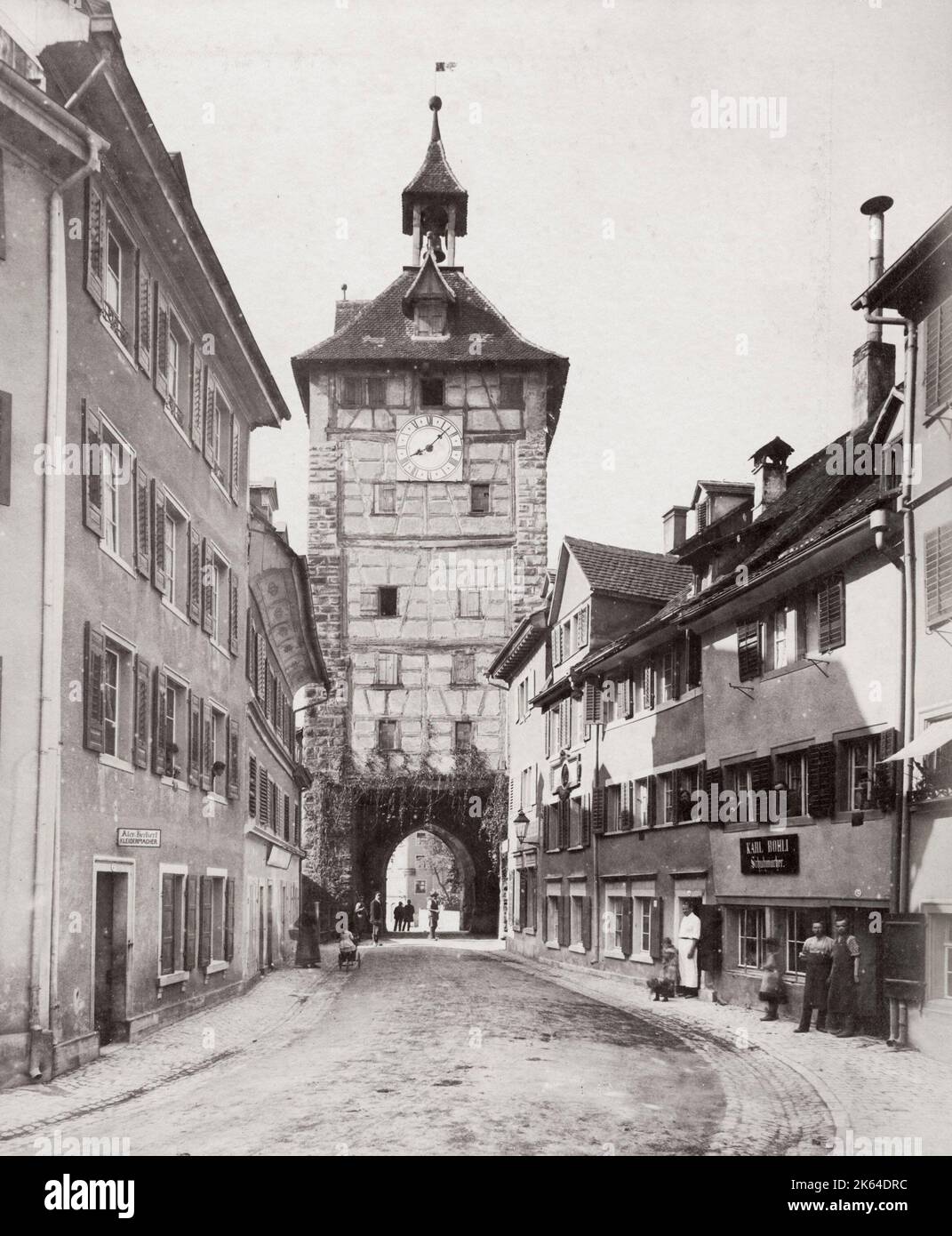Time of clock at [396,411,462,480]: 8:07
